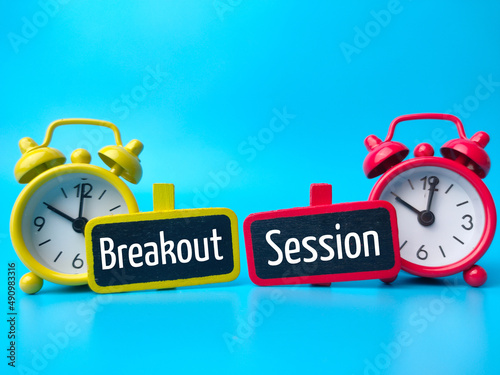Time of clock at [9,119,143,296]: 10:00
